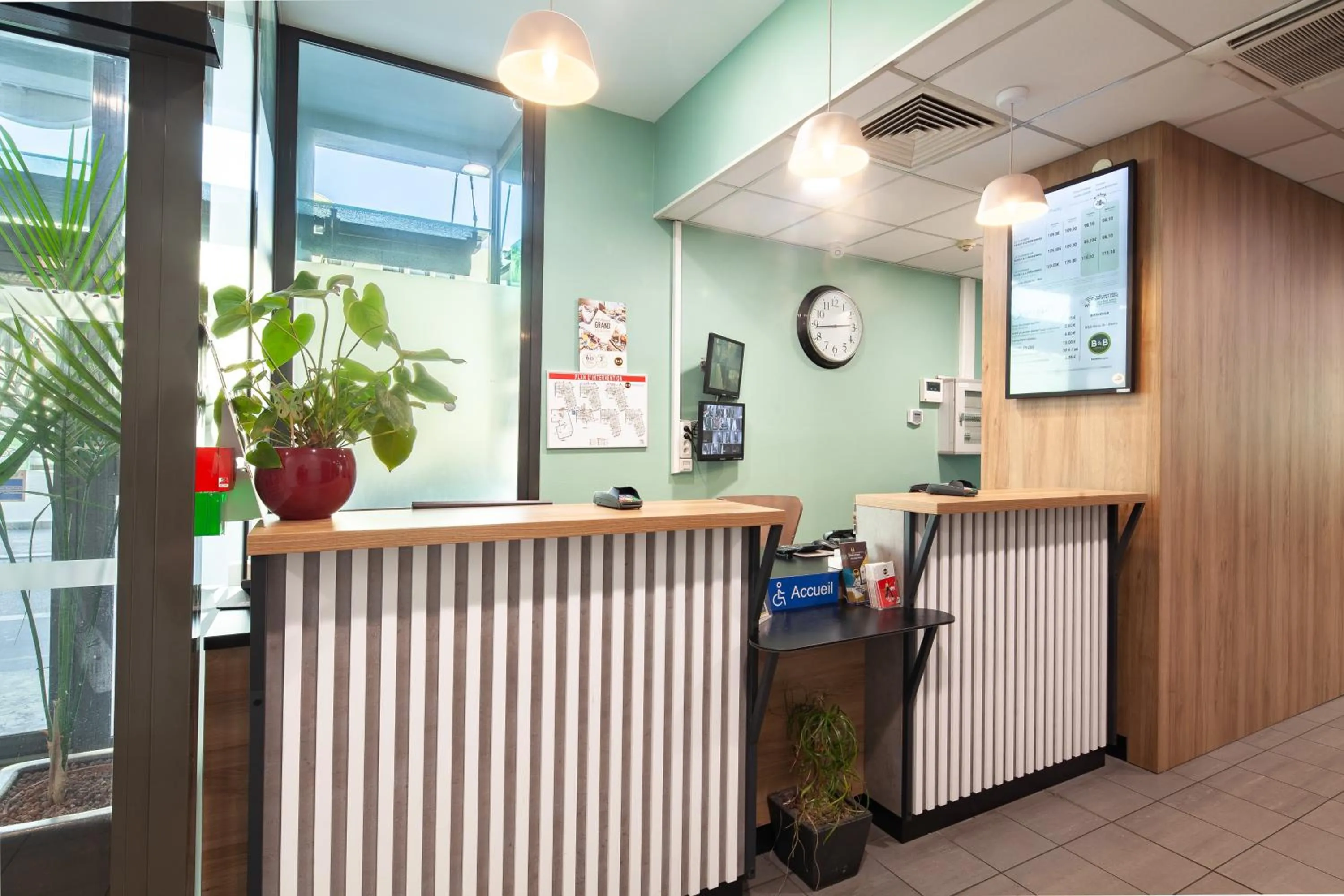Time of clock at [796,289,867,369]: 2:44
